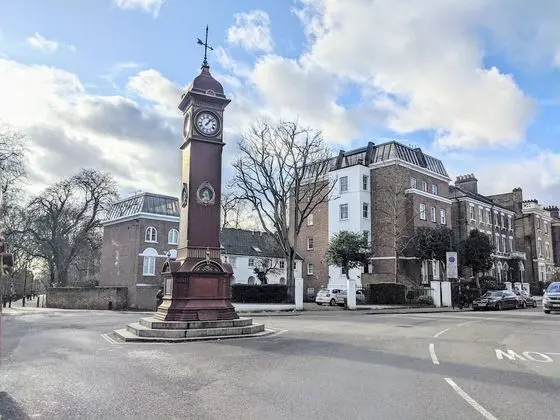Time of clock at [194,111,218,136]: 1:07
